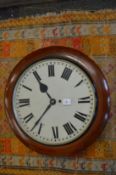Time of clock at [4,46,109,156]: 10:36
